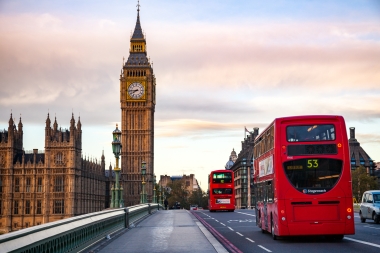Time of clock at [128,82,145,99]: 7:44
